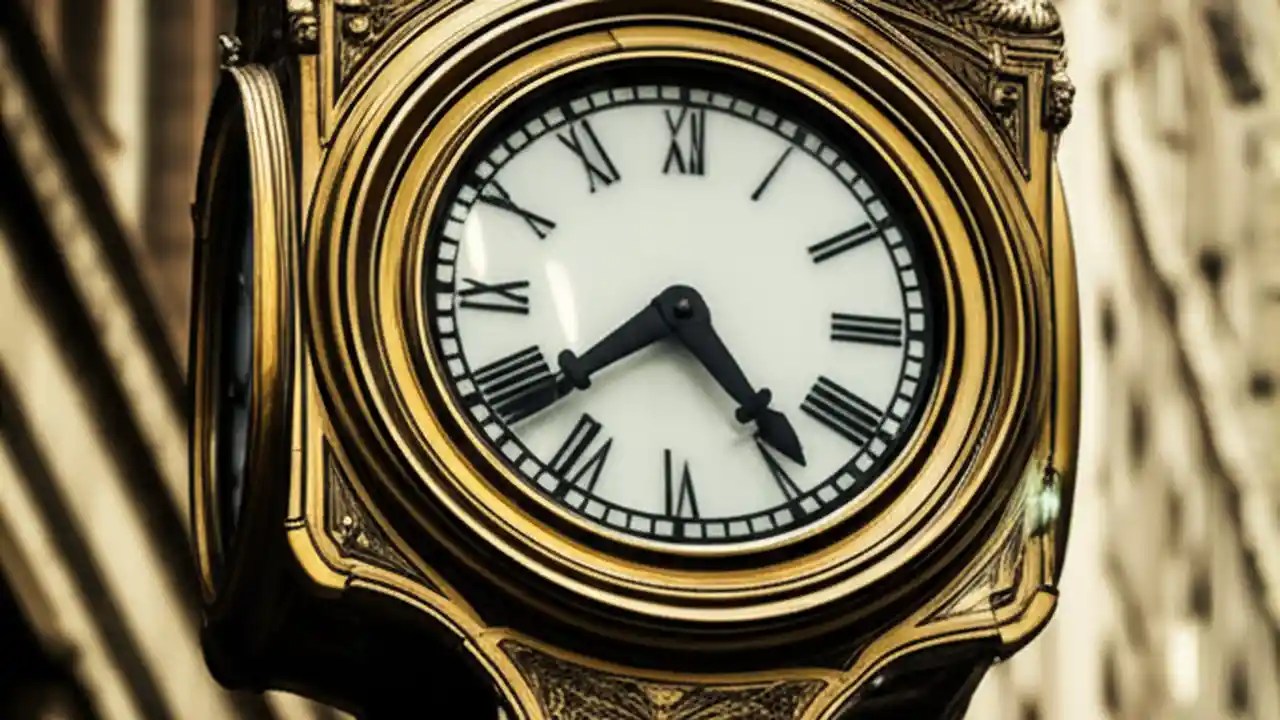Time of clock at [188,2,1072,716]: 4:38
